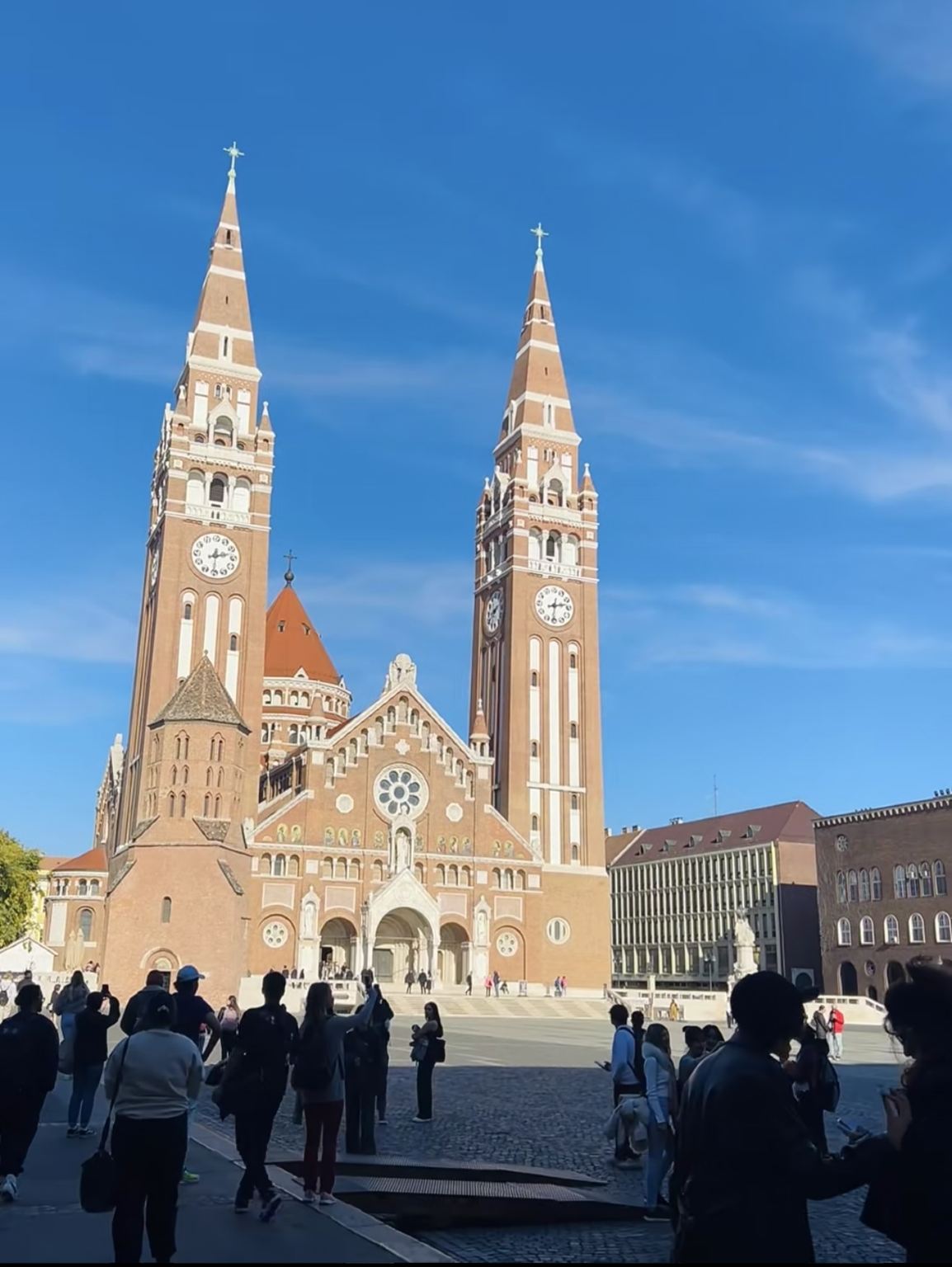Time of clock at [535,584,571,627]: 2:31
